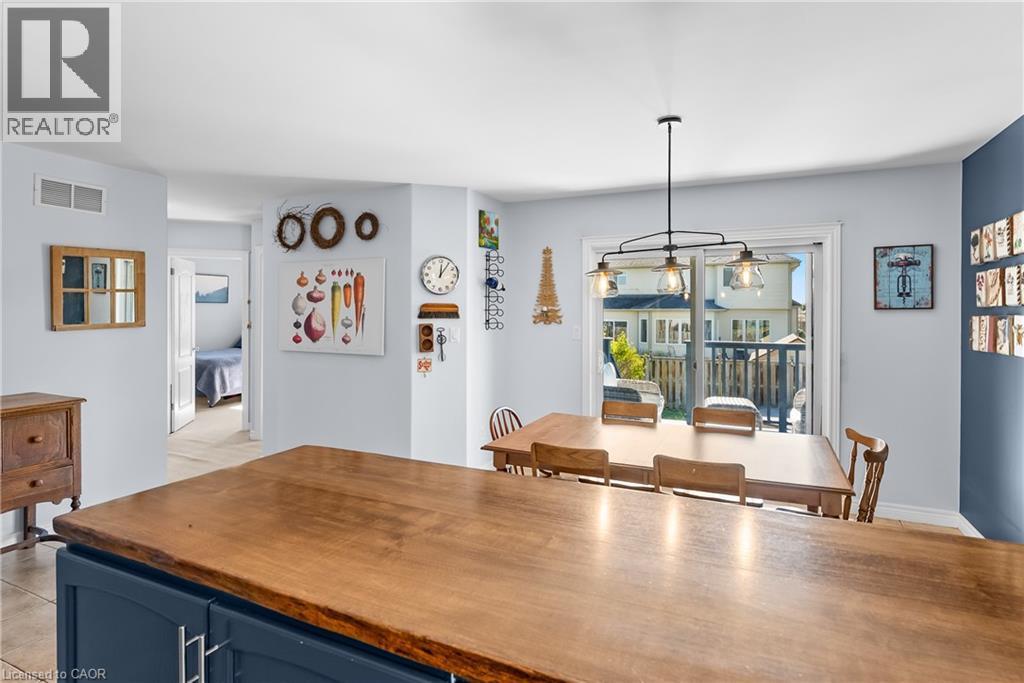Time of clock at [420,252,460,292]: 12:05
